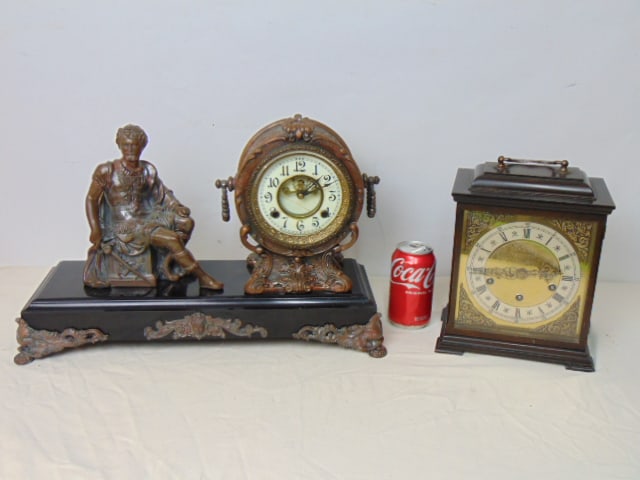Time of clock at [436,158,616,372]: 2:44
